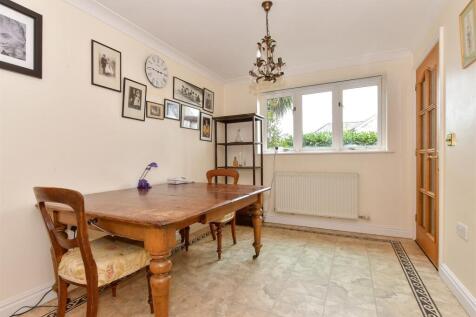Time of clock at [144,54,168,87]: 2:46
